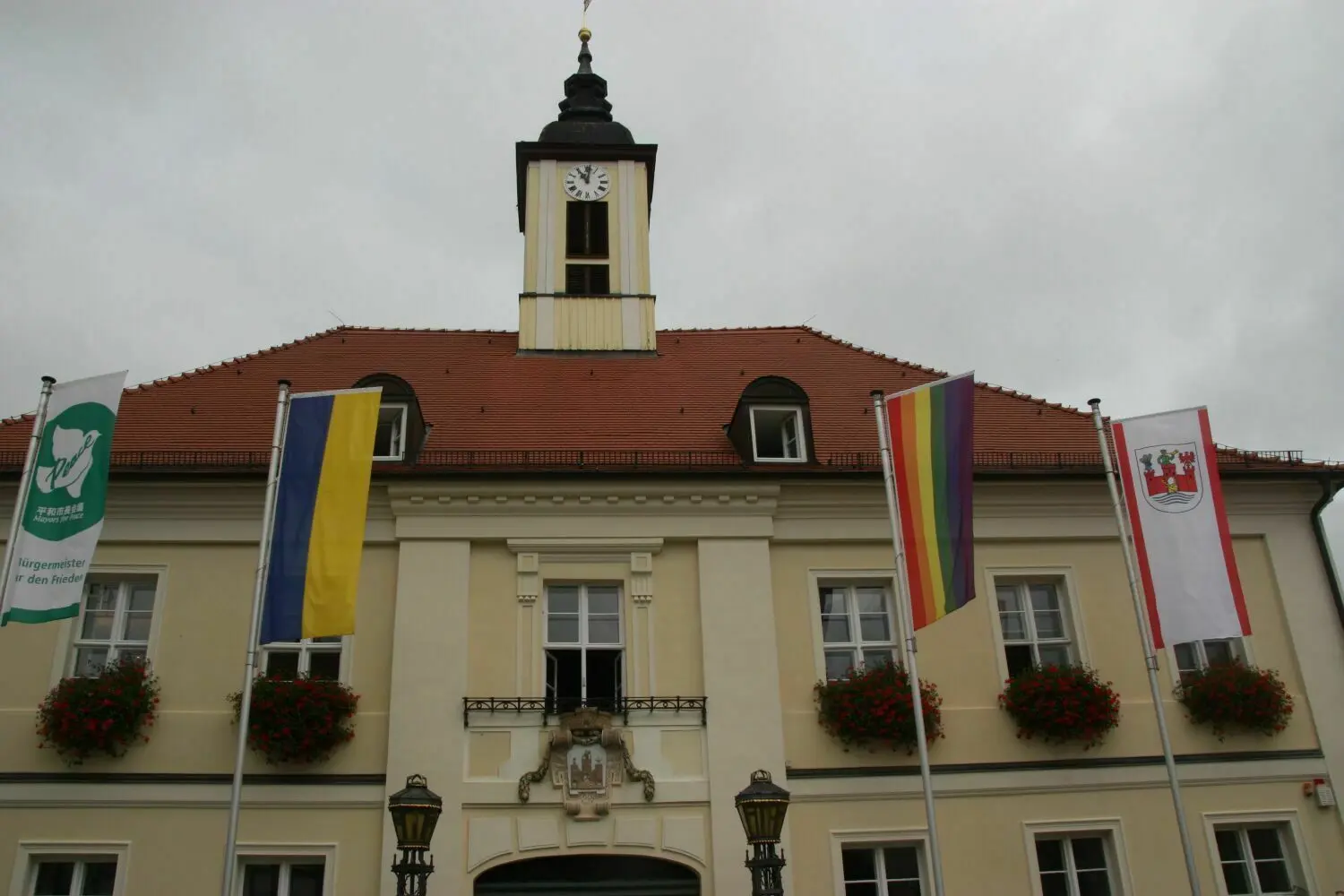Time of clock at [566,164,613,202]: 11:01
